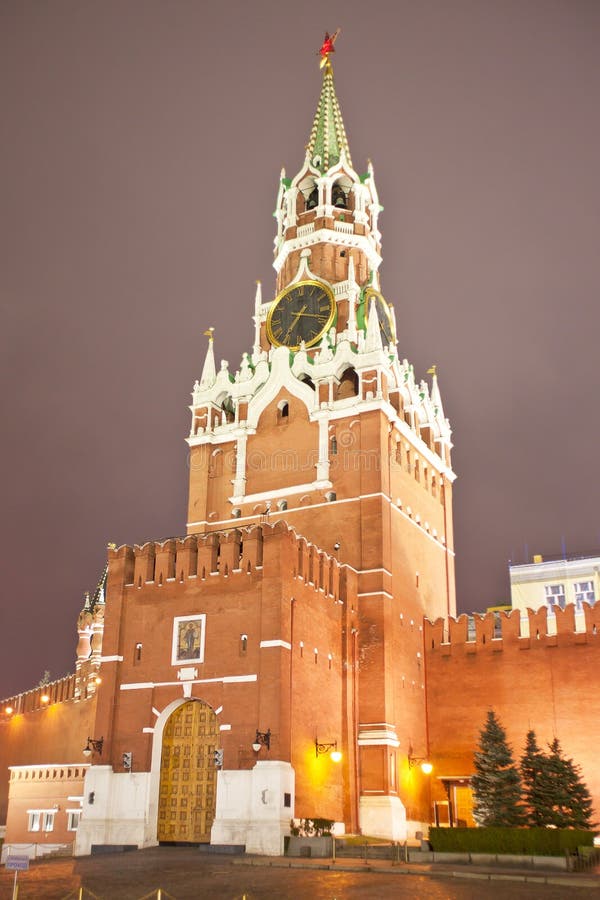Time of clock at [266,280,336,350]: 7:17
